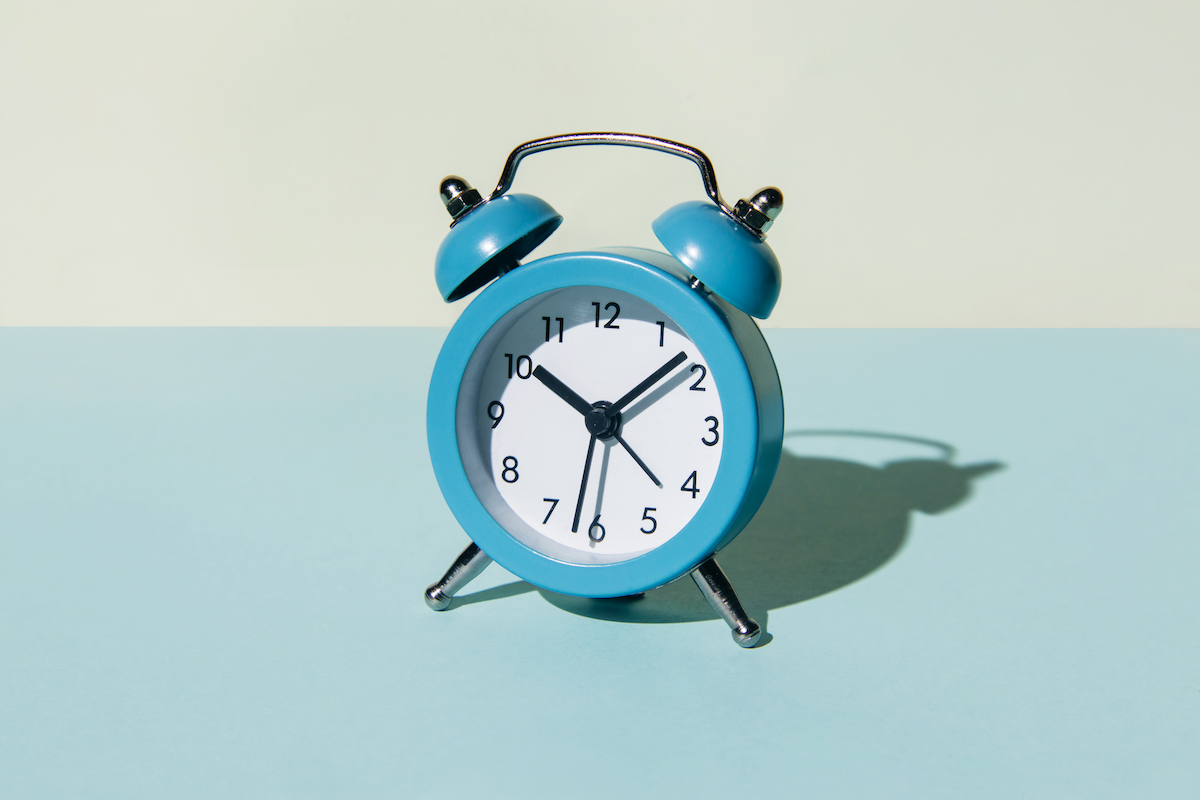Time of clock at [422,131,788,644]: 10:08
